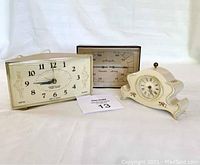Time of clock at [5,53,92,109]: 8:45
